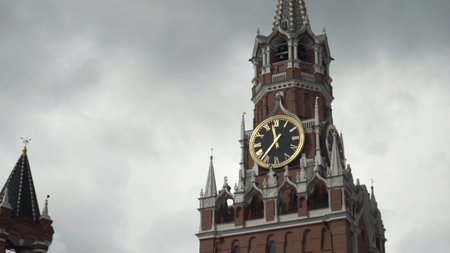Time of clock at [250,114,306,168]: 11:36
